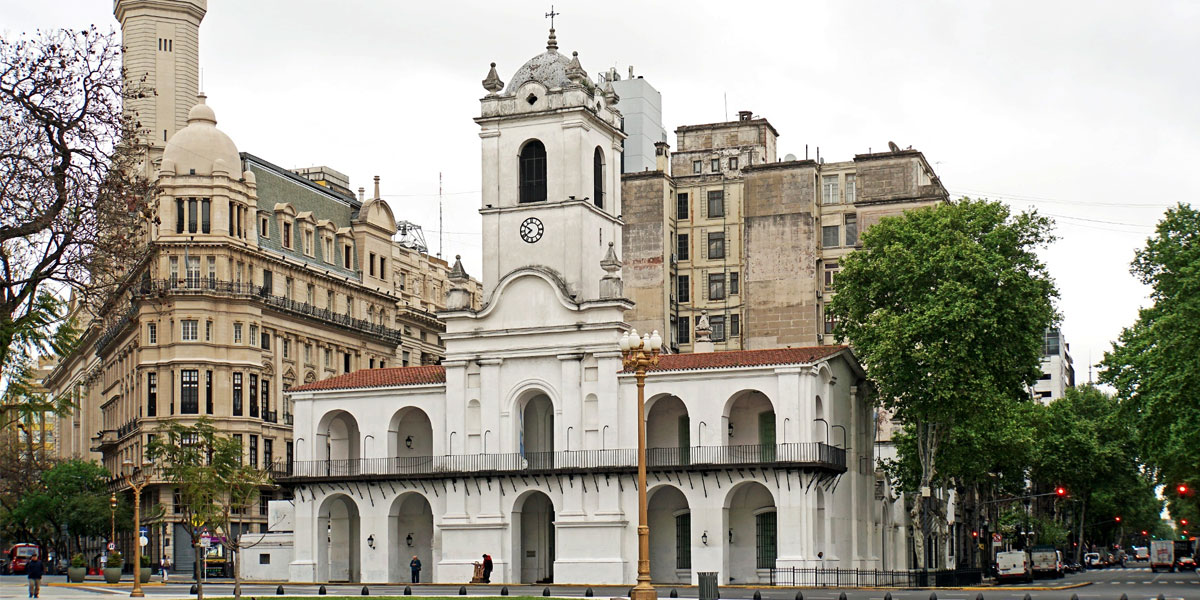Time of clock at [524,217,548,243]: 7:50
